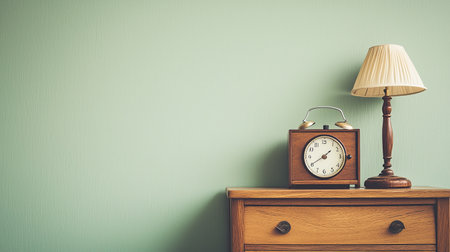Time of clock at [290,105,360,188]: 1:40
